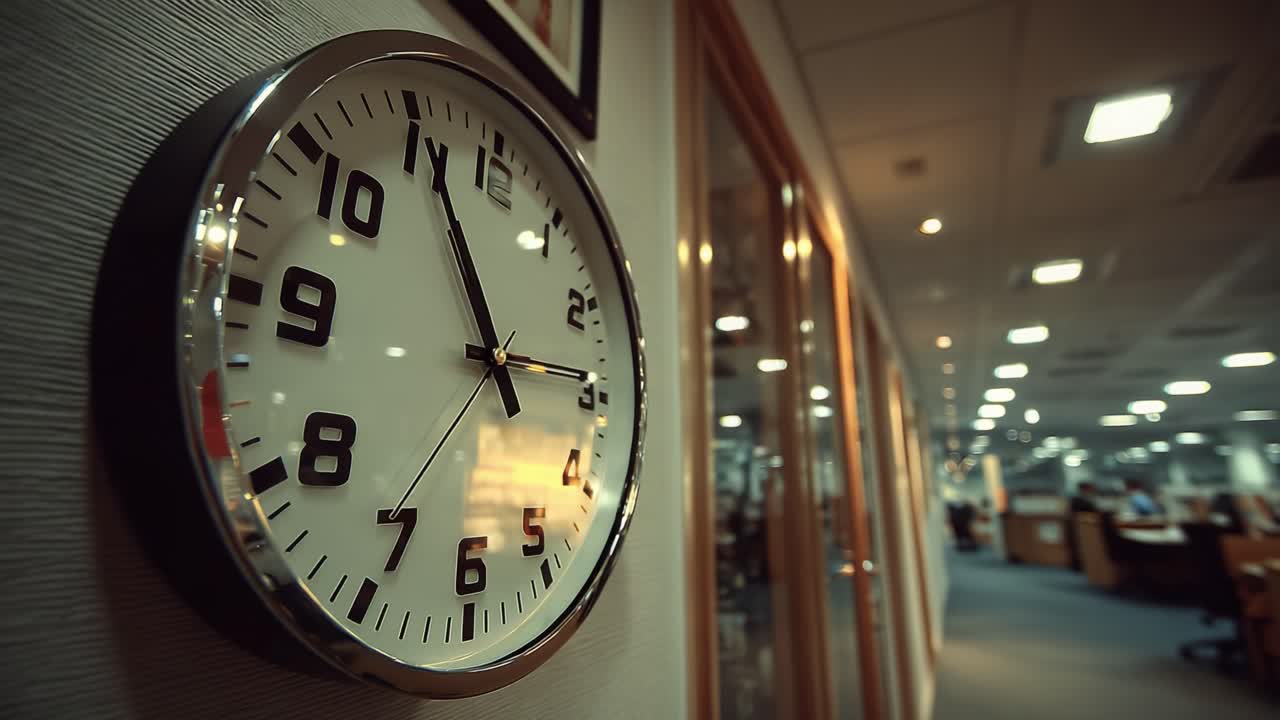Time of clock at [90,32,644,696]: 2:54
